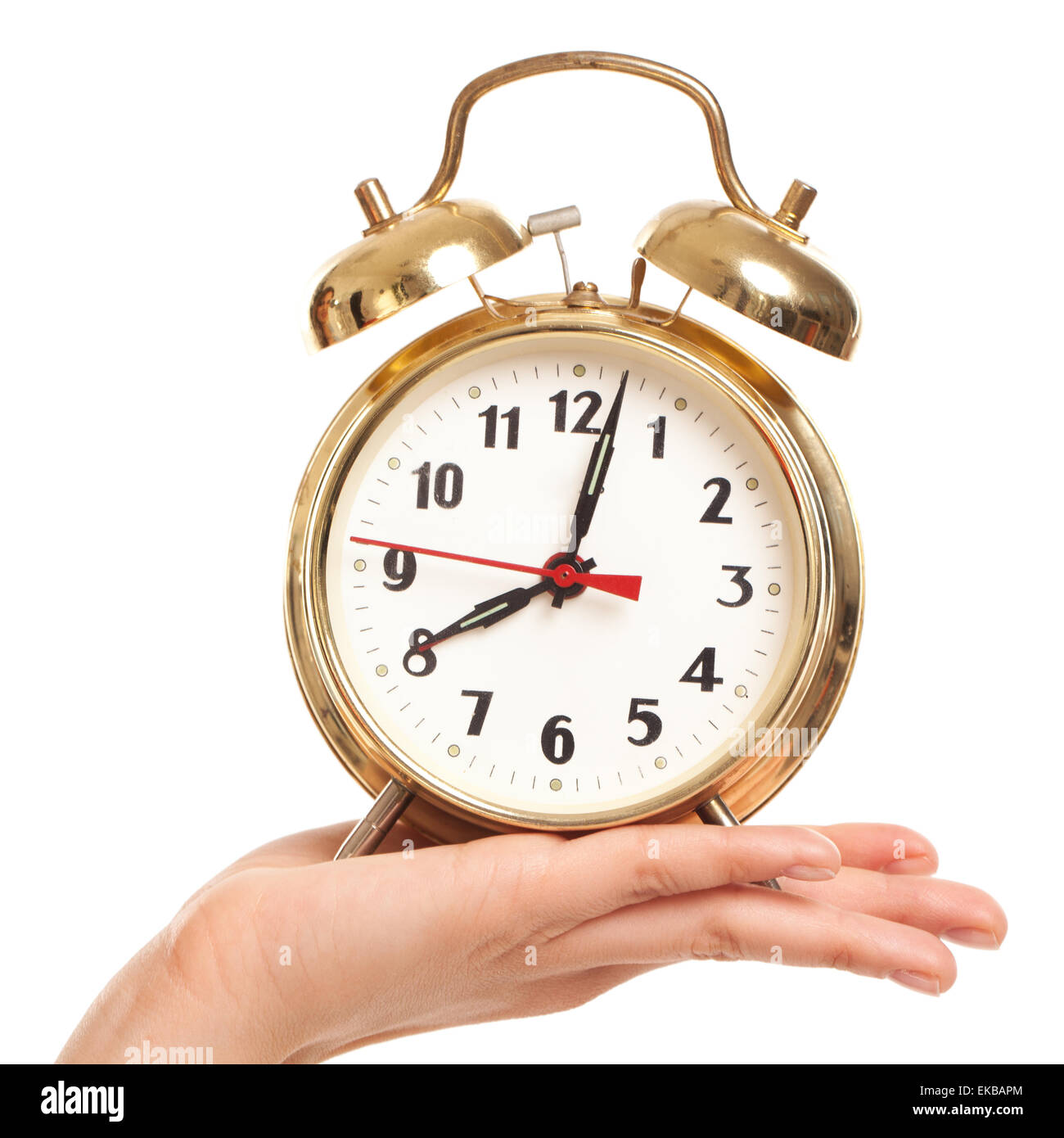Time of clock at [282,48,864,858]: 8:02
